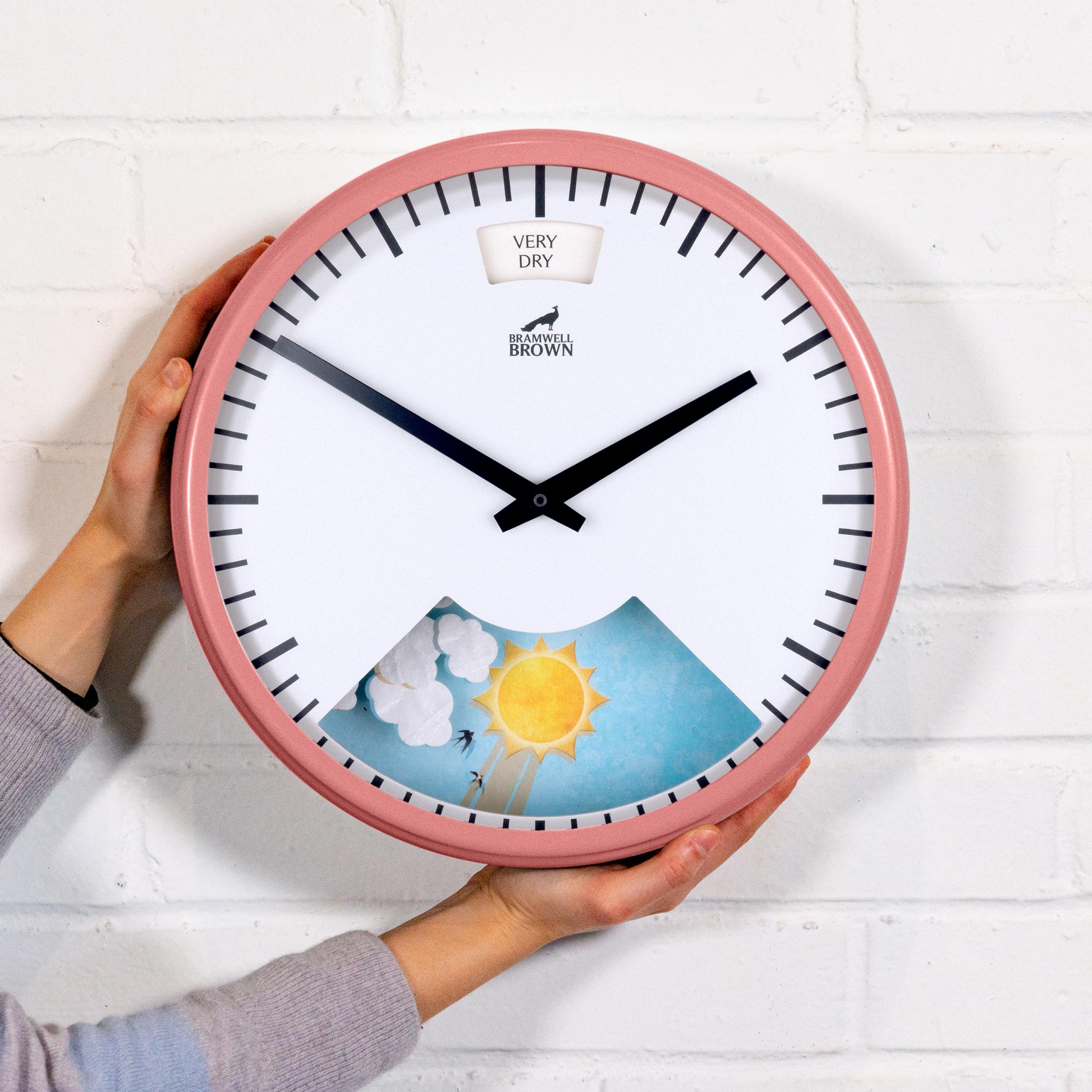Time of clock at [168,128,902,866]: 1:50
